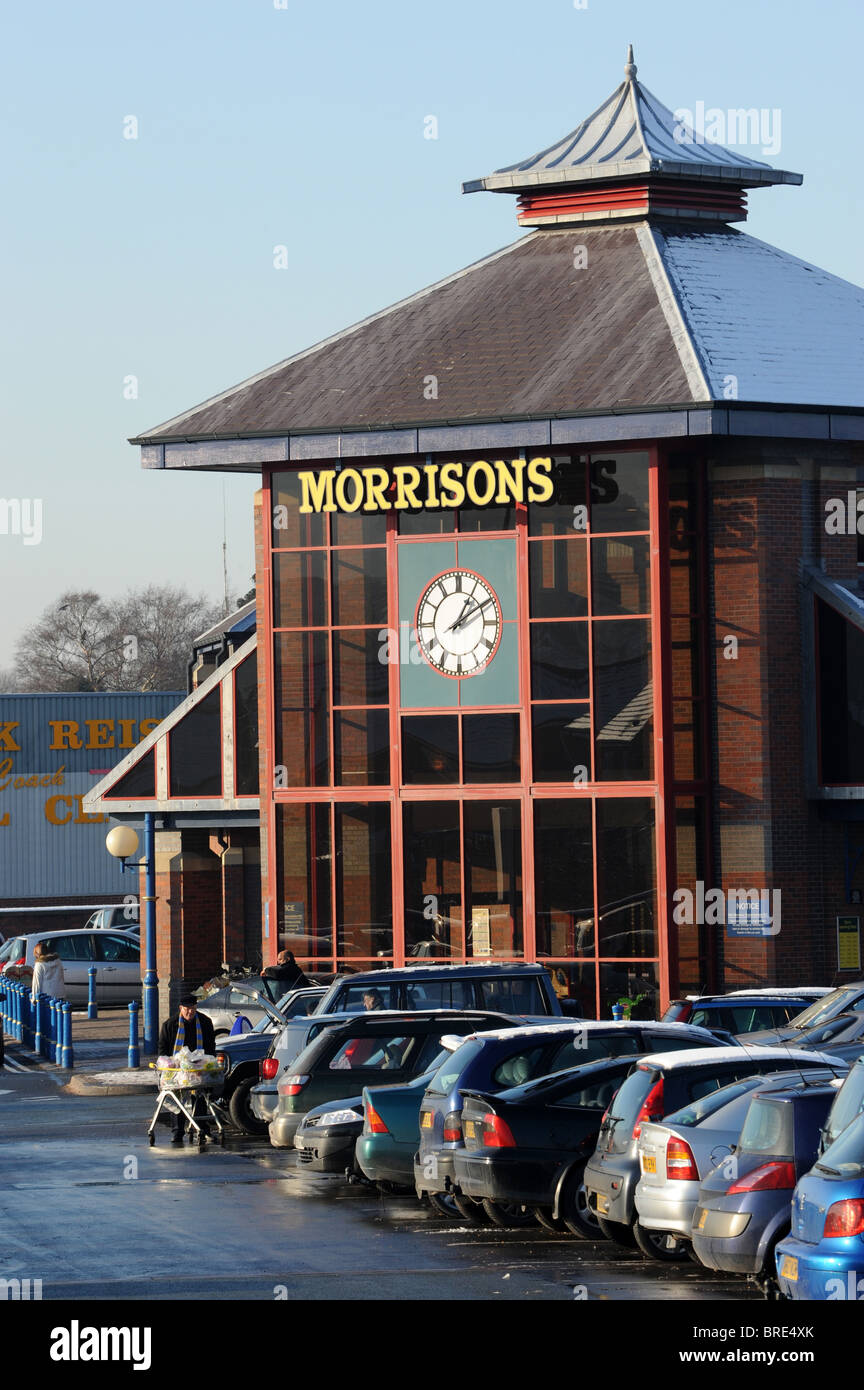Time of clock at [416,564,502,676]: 1:09
